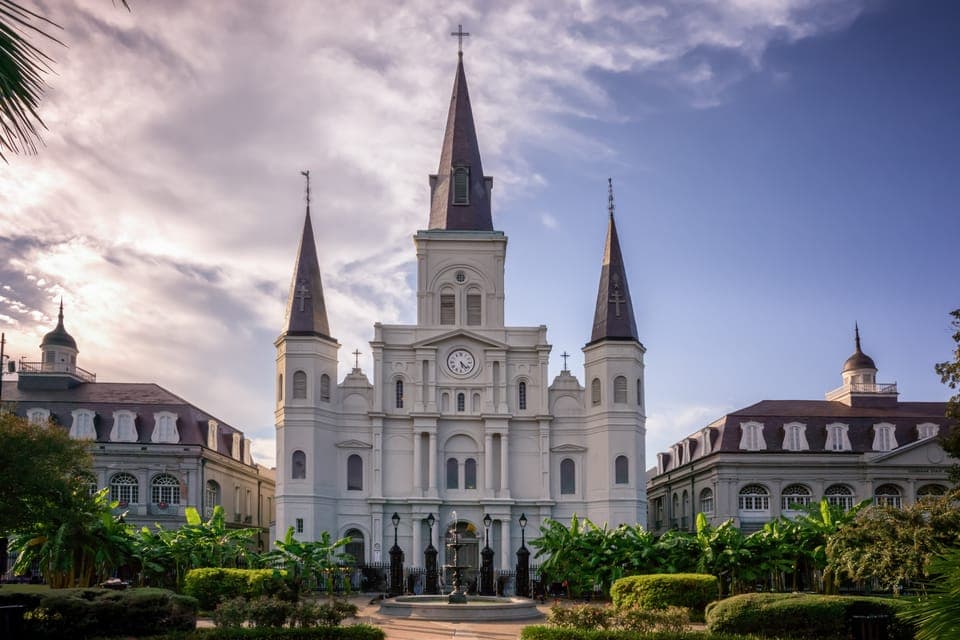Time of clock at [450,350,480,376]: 5:22
